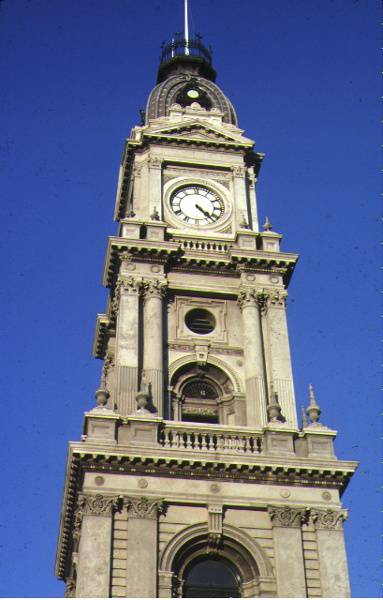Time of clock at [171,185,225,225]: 4:22
